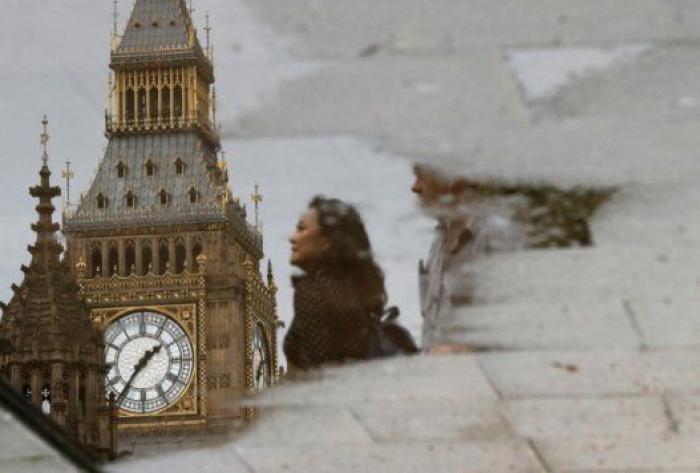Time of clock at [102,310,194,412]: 1:36
